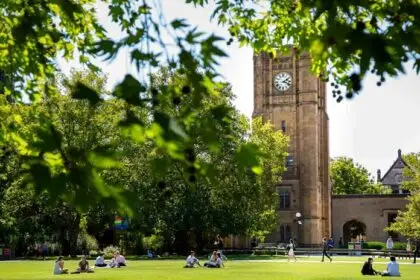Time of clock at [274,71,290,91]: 2:18
